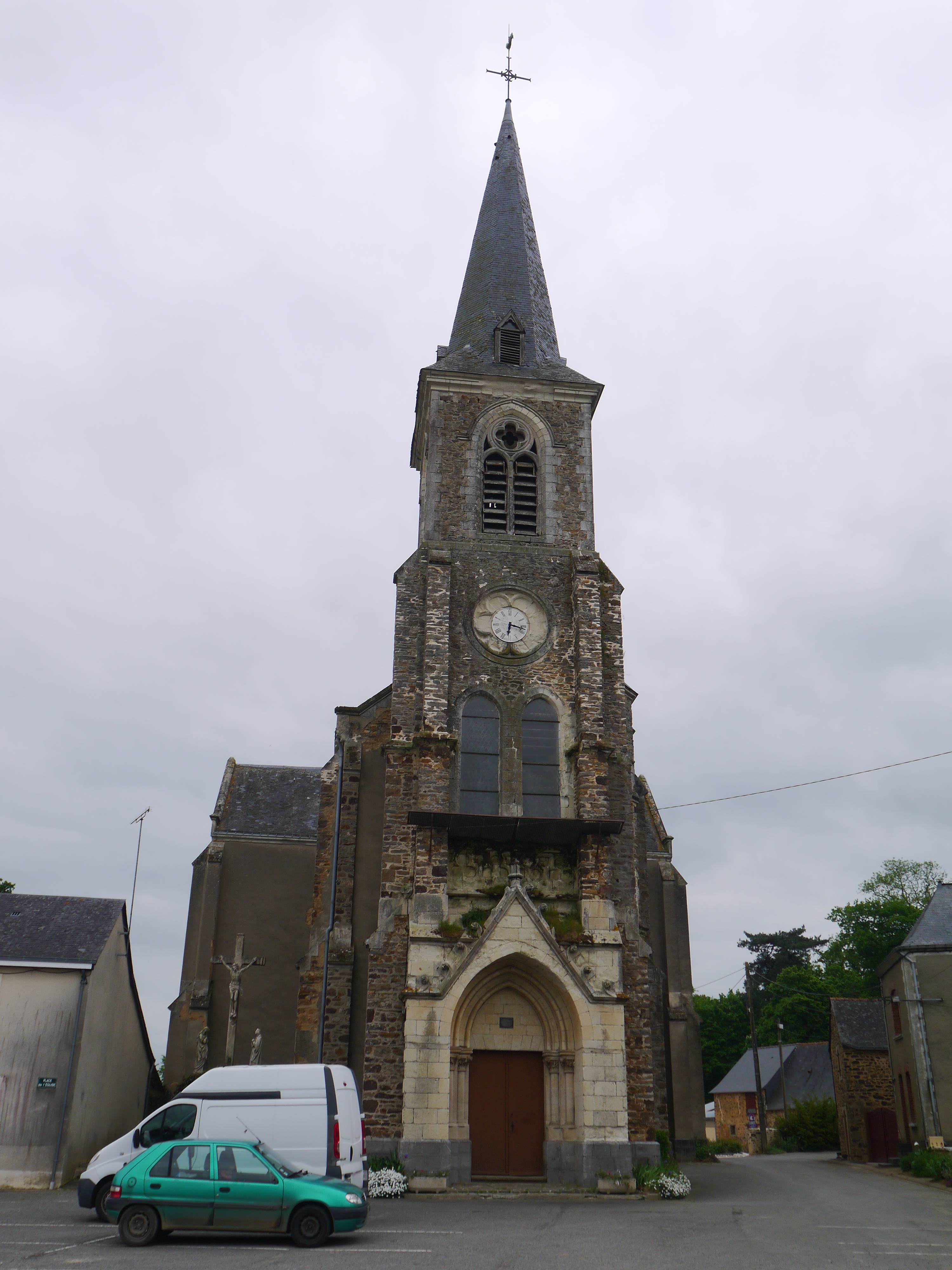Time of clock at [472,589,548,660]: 6:17
